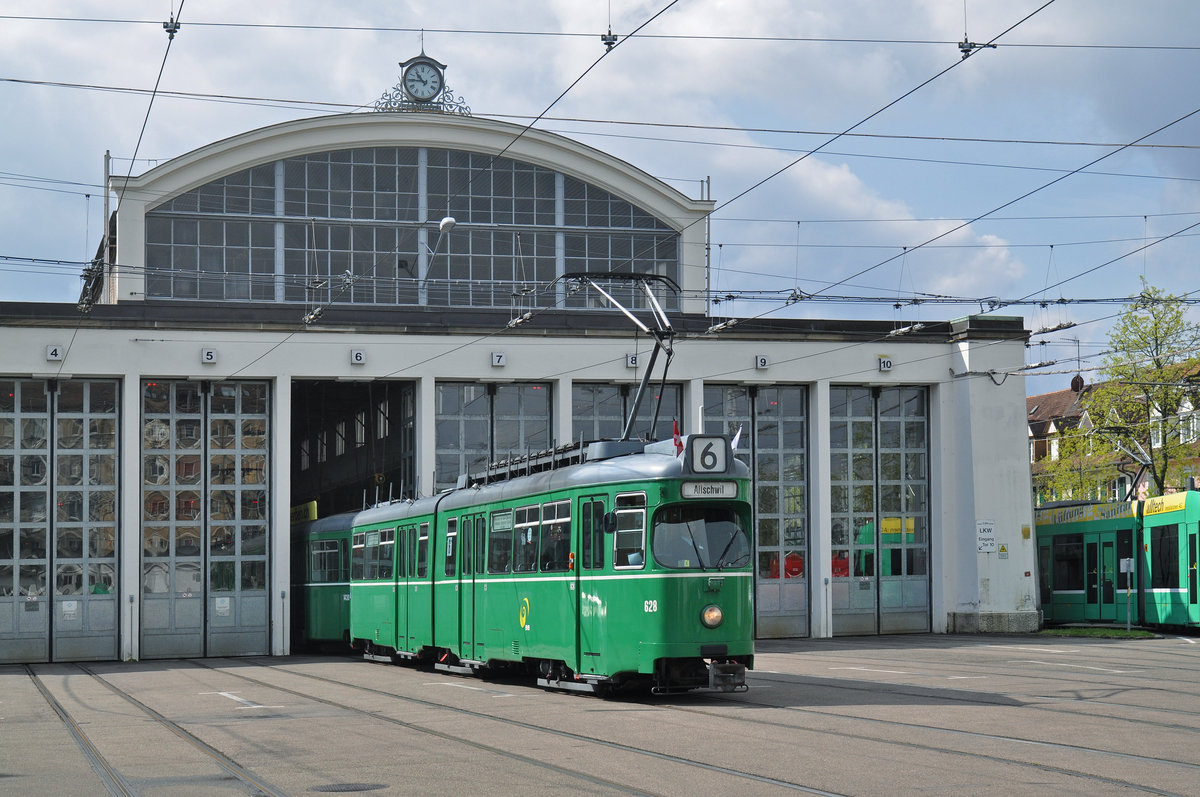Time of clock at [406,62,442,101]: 10:45
